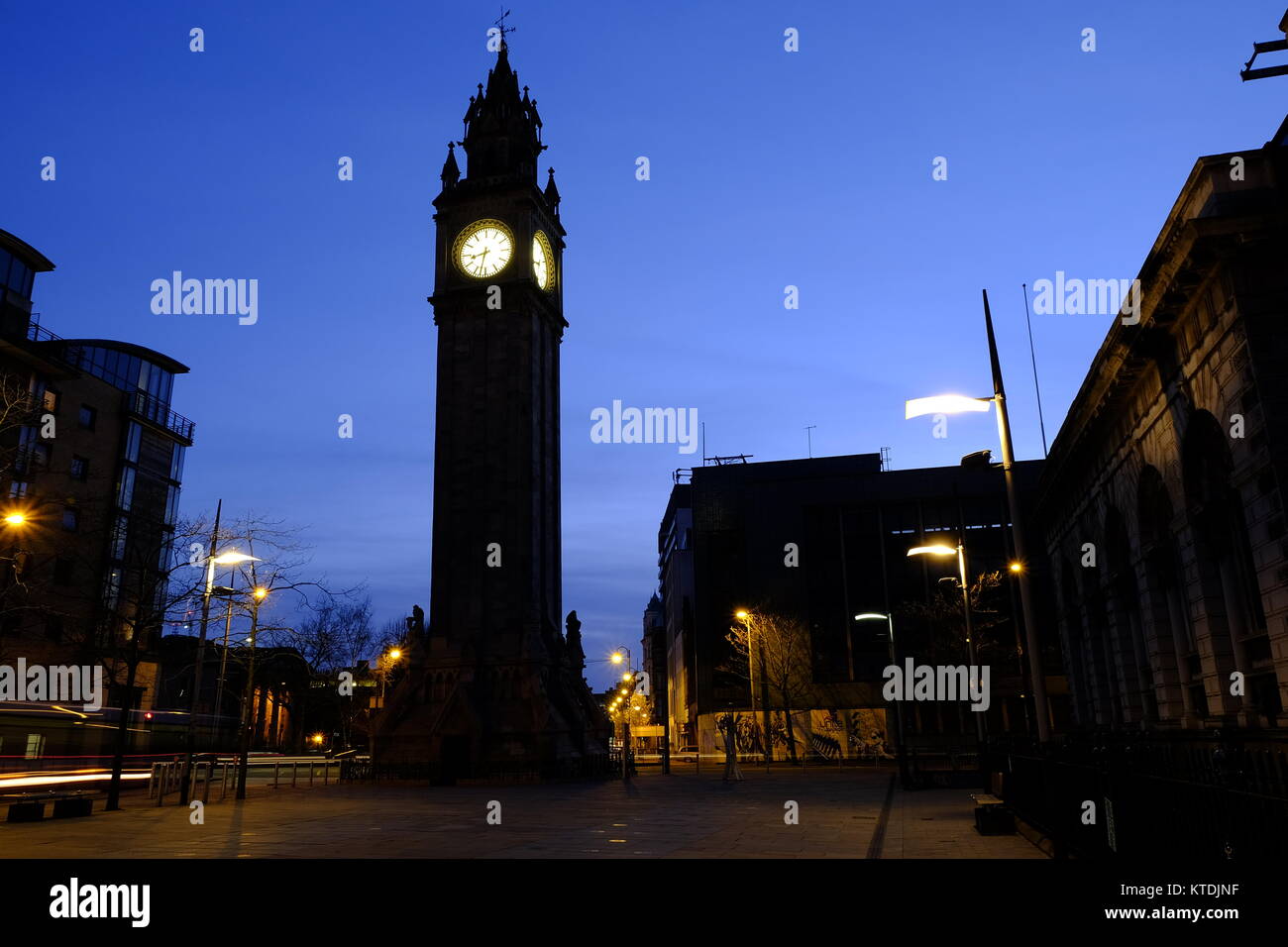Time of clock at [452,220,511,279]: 8:32
